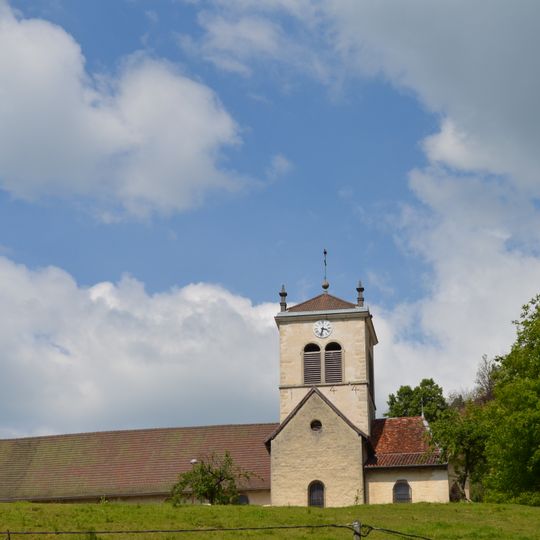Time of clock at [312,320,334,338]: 3:32
